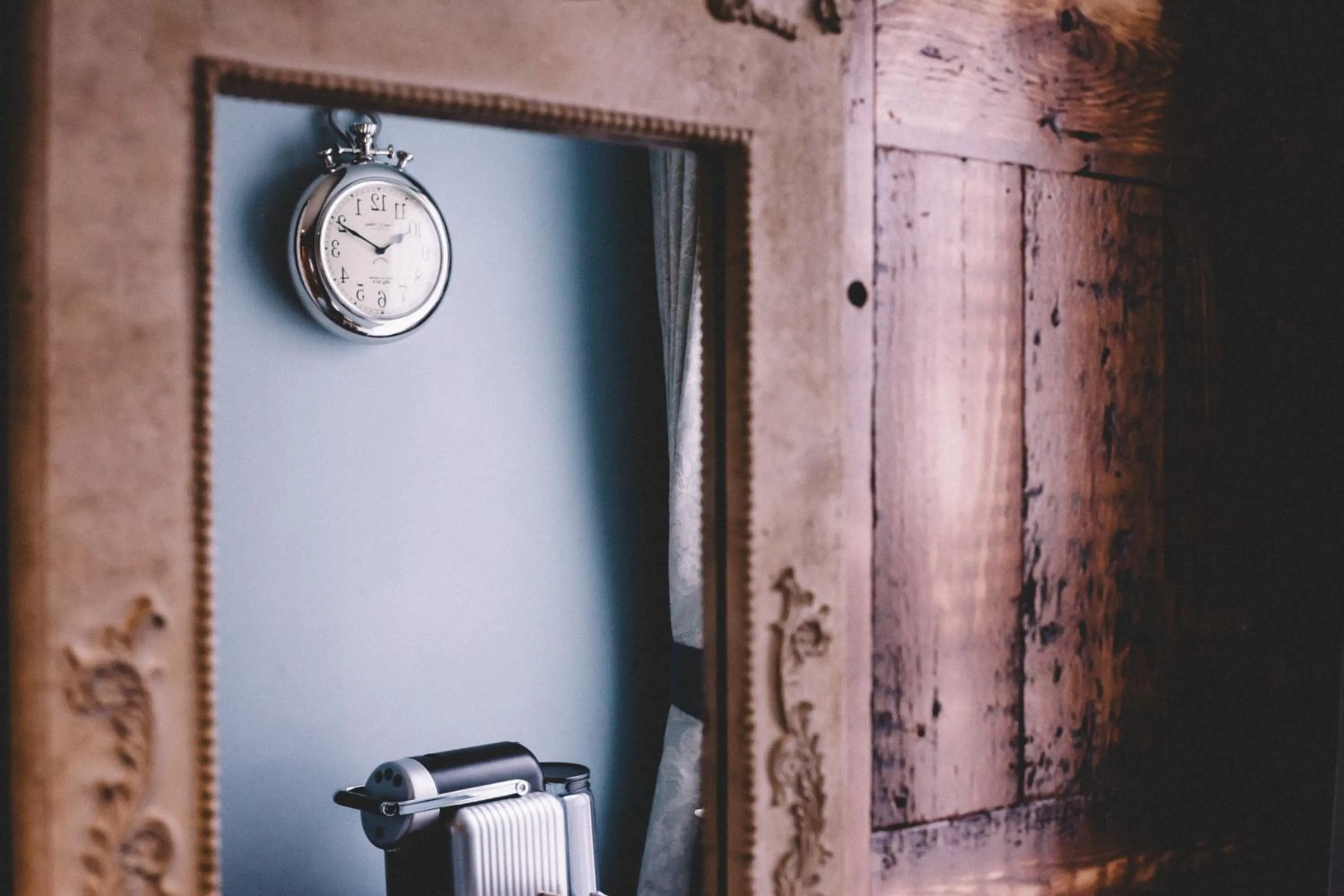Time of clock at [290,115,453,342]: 1:50
